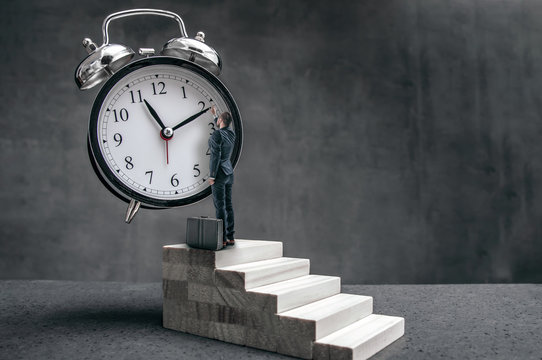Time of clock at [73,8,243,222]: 11:11
